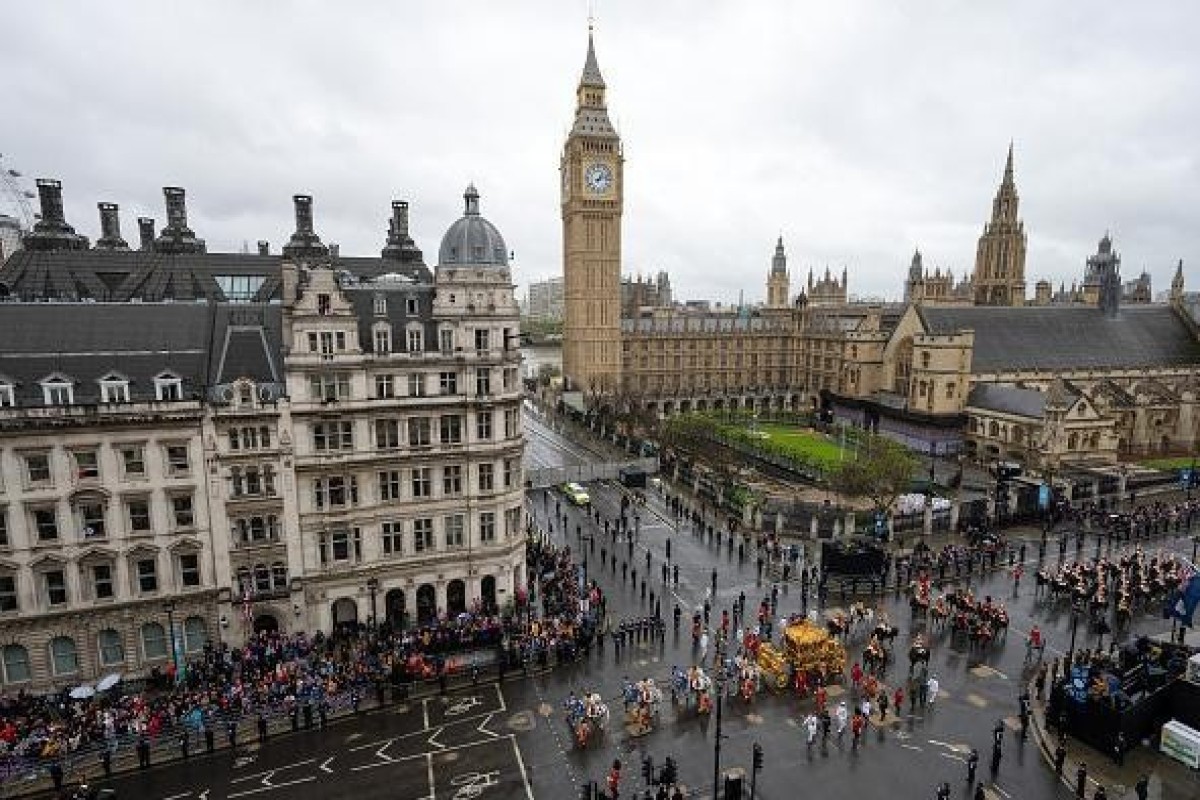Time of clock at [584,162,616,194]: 1:12
